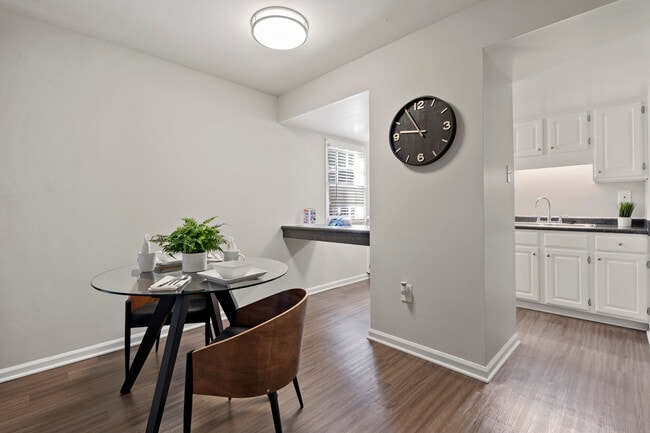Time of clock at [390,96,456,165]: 10:46
